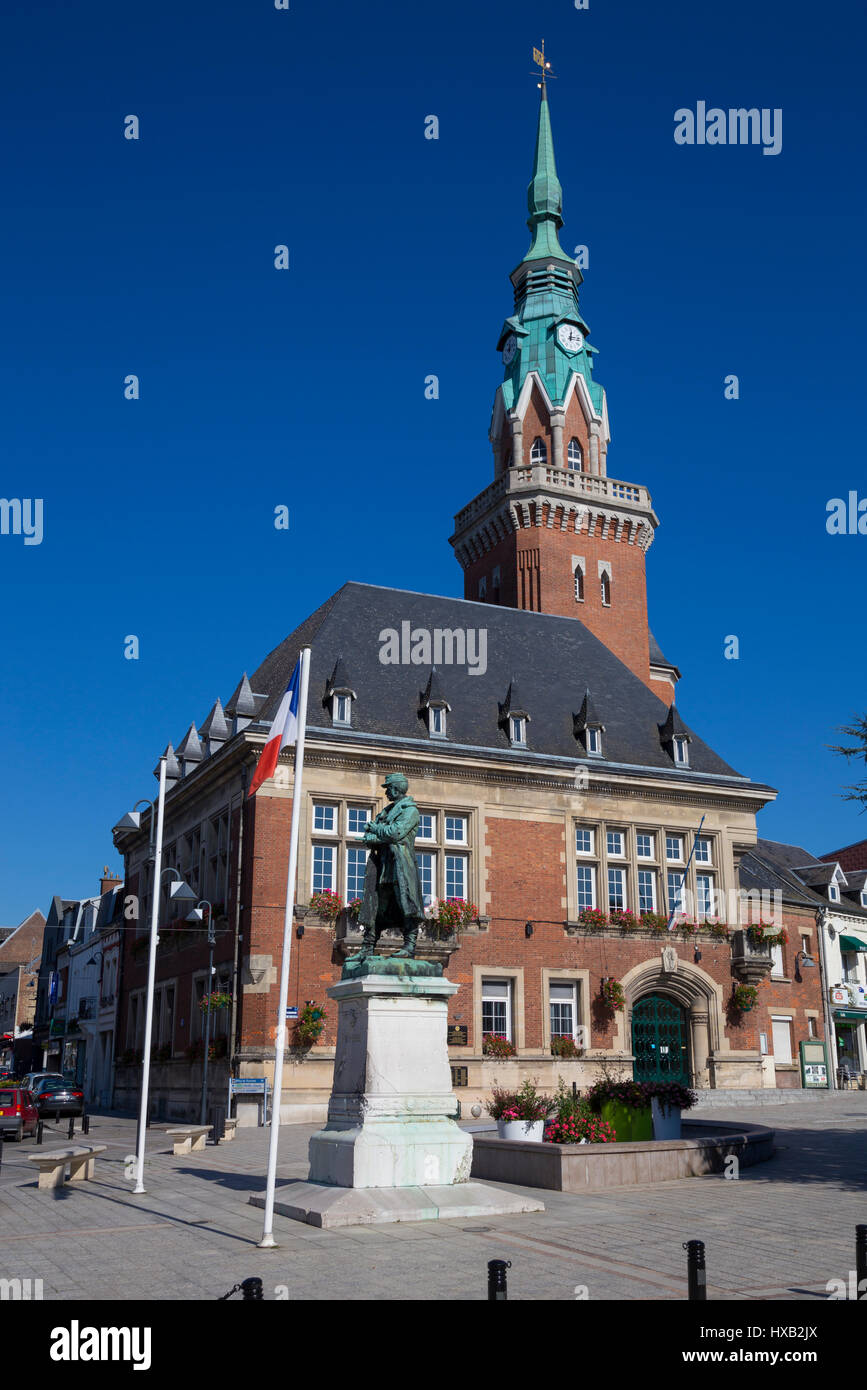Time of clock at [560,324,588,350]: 12:13
